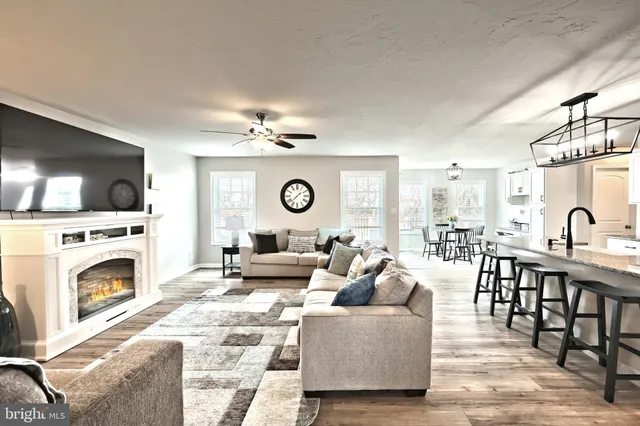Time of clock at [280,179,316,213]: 1:37
